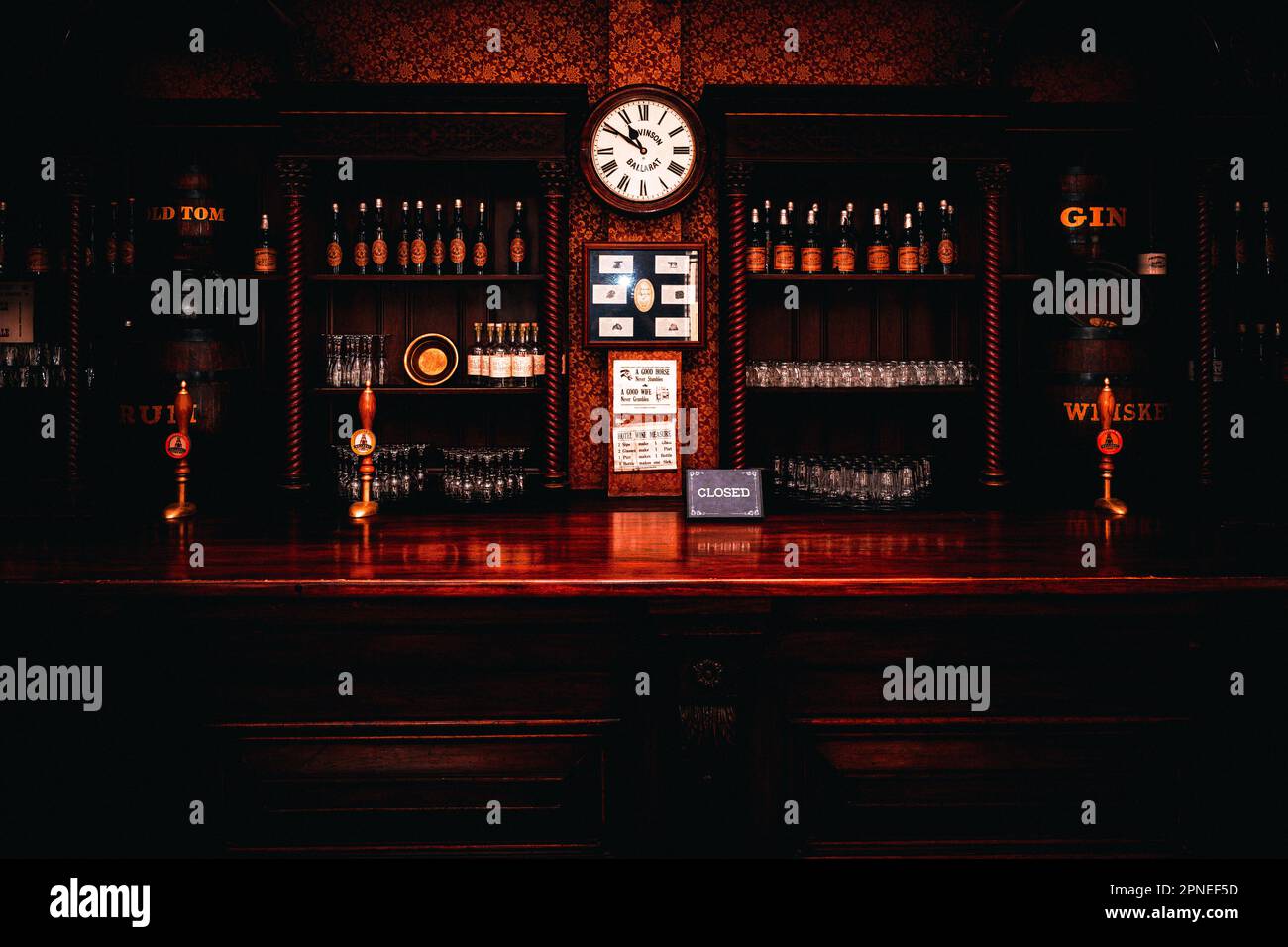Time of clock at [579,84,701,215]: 10:50
